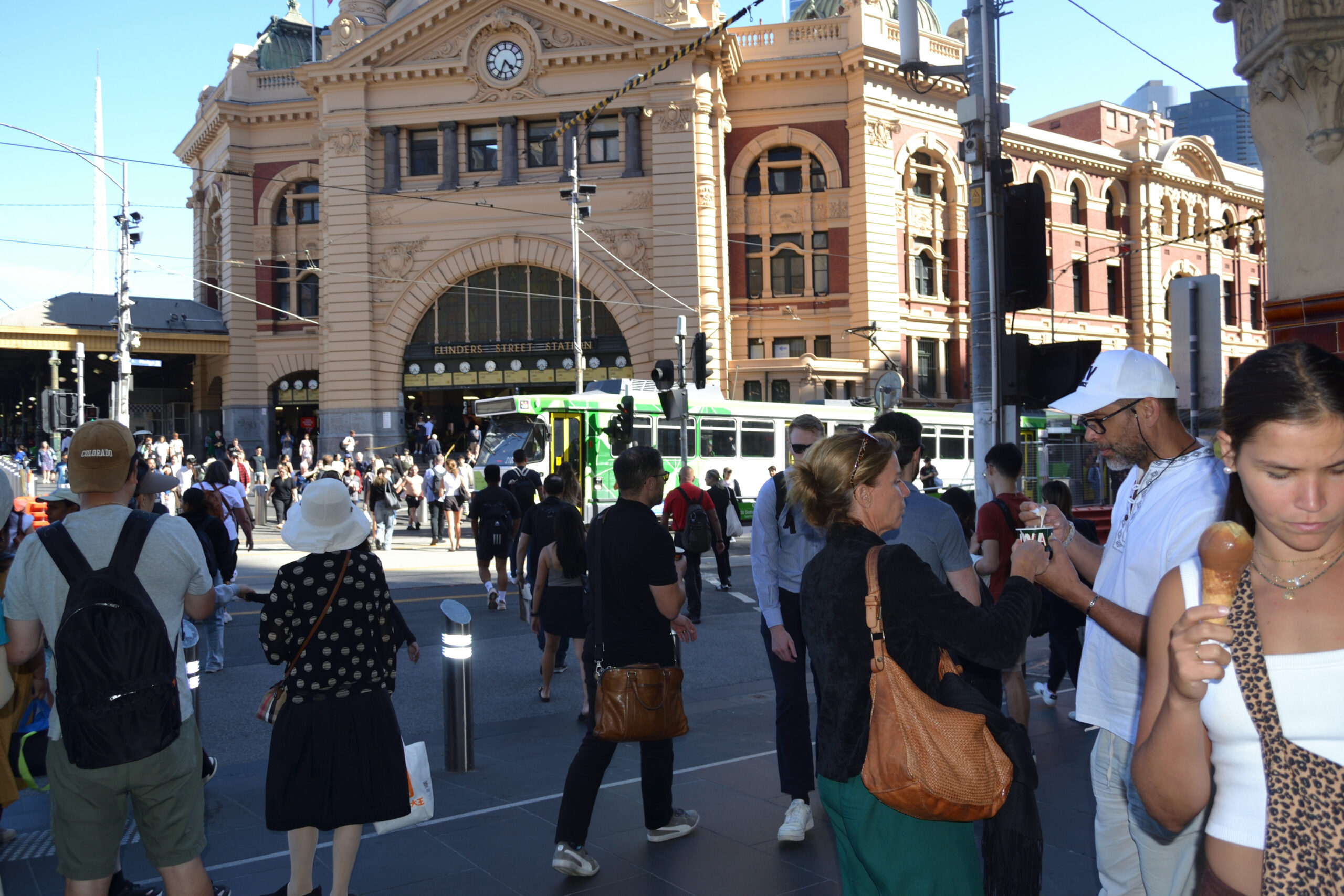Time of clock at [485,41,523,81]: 4:33
